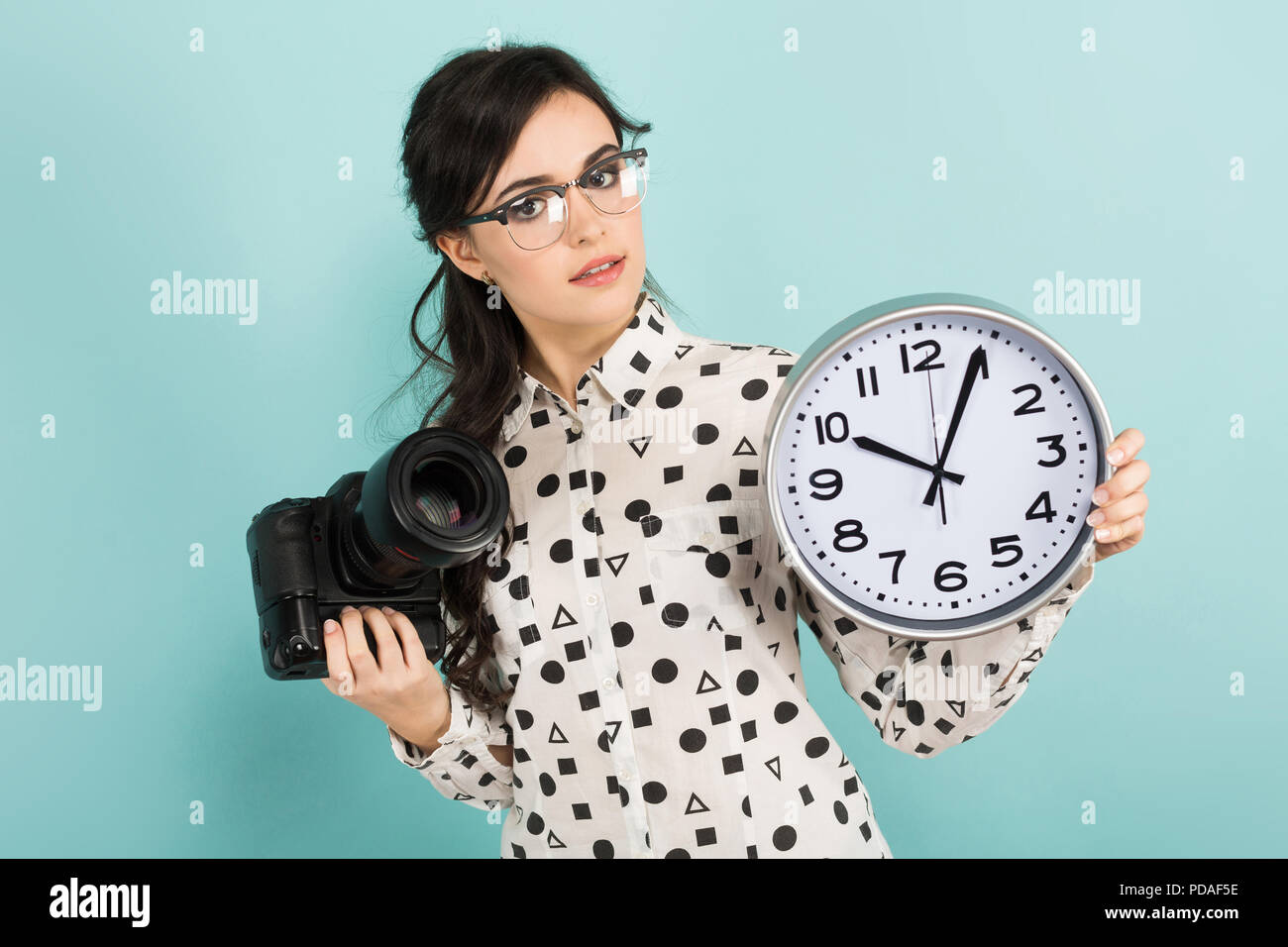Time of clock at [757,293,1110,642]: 10:04
